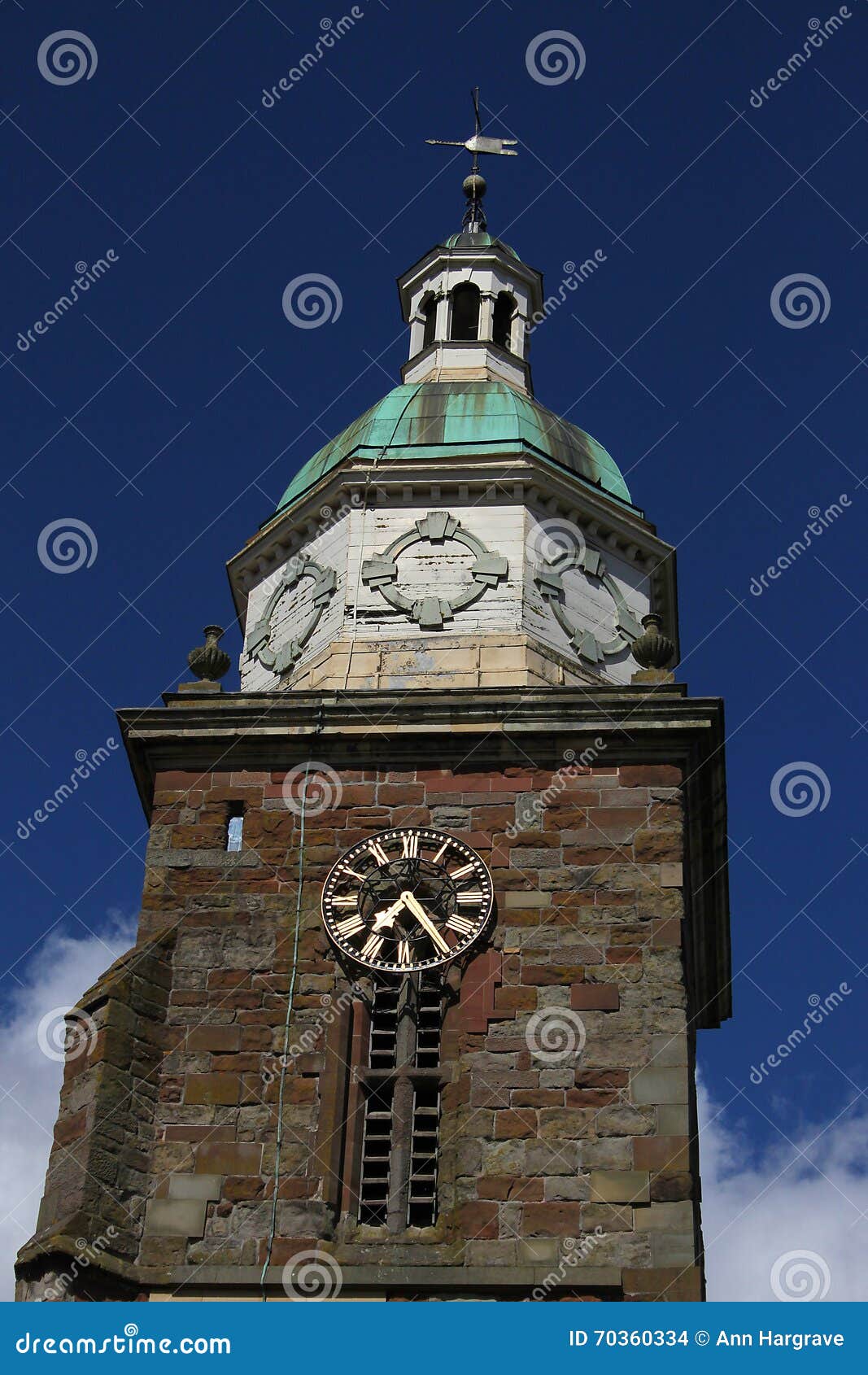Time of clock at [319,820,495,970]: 7:24
